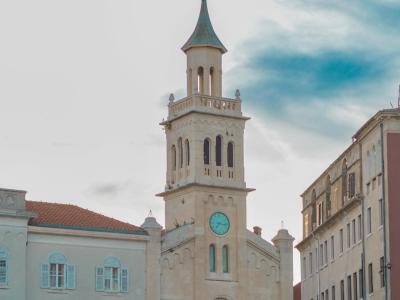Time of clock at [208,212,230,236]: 7:15
